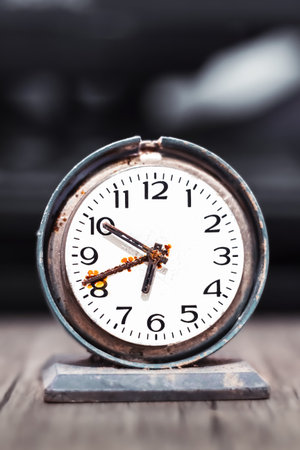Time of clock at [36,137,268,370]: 6:41
